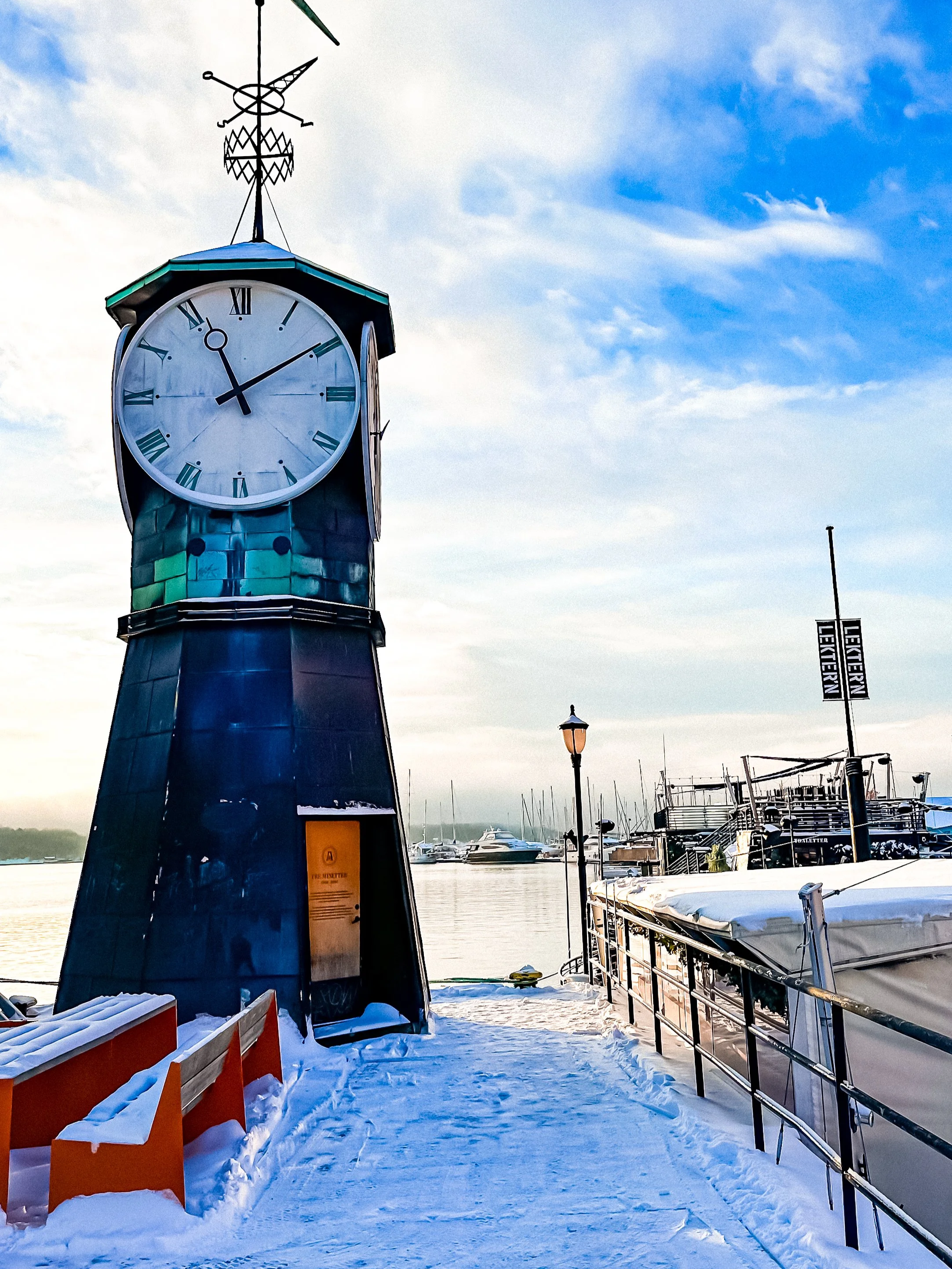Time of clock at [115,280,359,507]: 11:09
